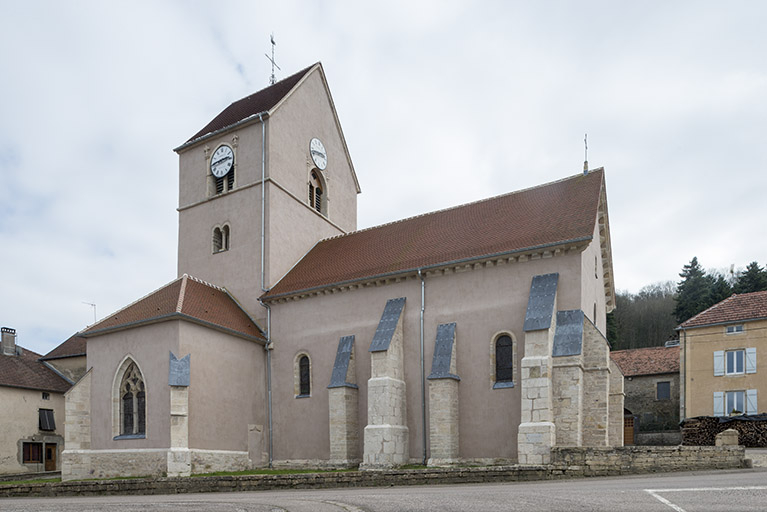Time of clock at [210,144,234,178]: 2:44
